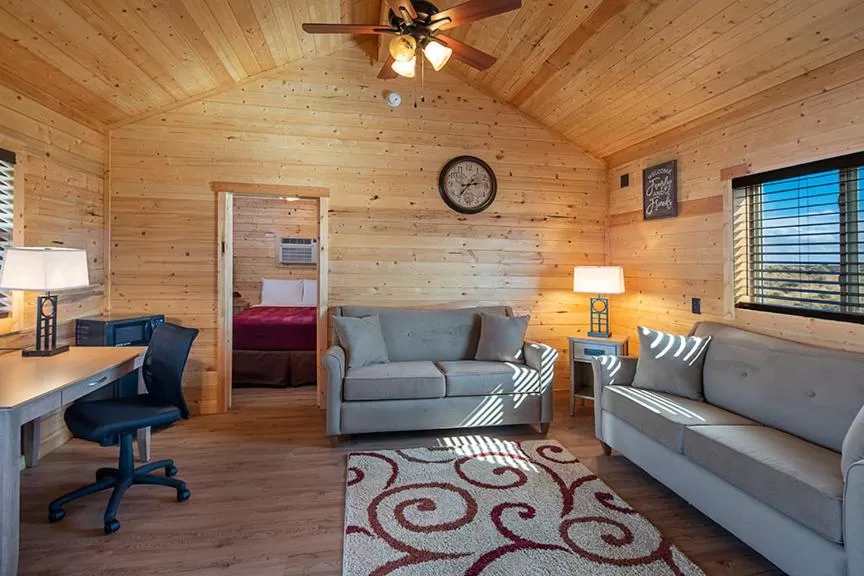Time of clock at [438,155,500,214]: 2:36
